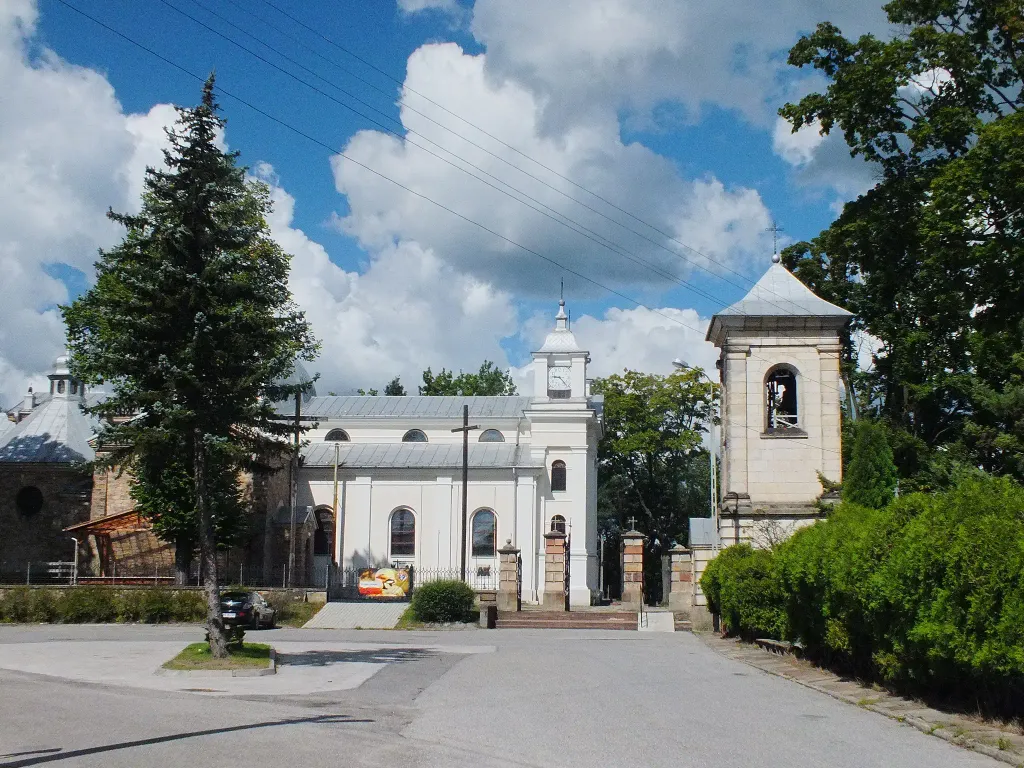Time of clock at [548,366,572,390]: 9:22
